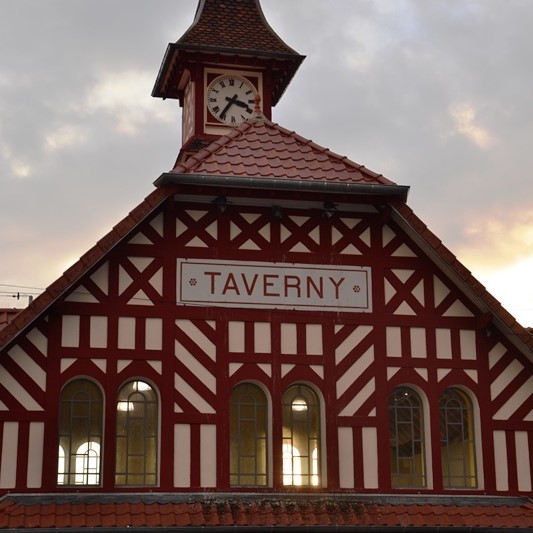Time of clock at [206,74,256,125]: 3:36
